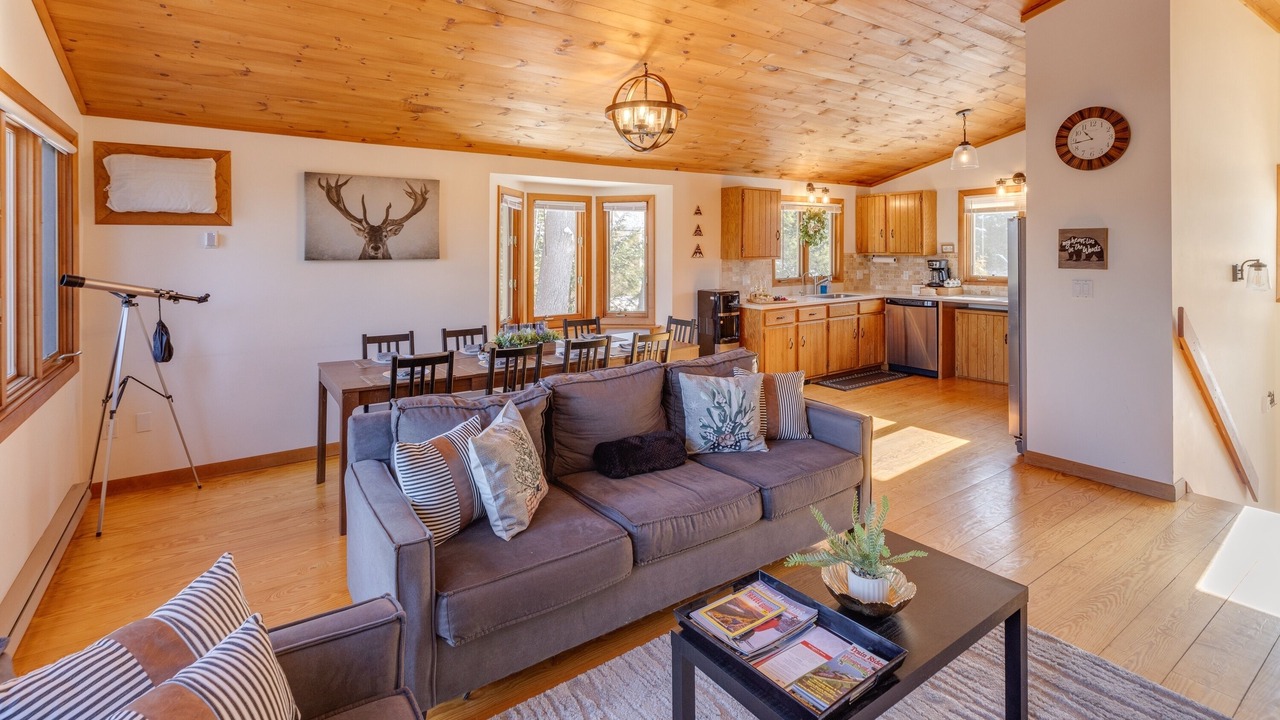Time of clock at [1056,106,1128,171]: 10:43
